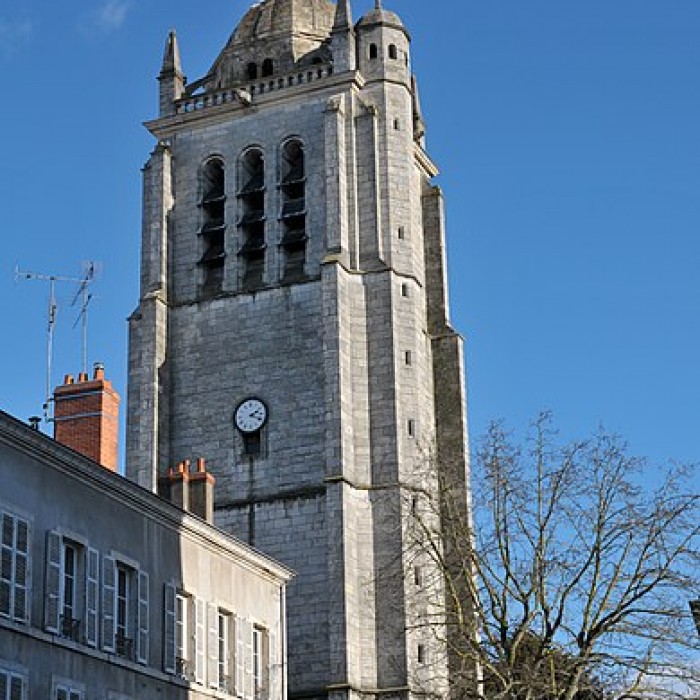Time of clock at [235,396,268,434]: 2:18
